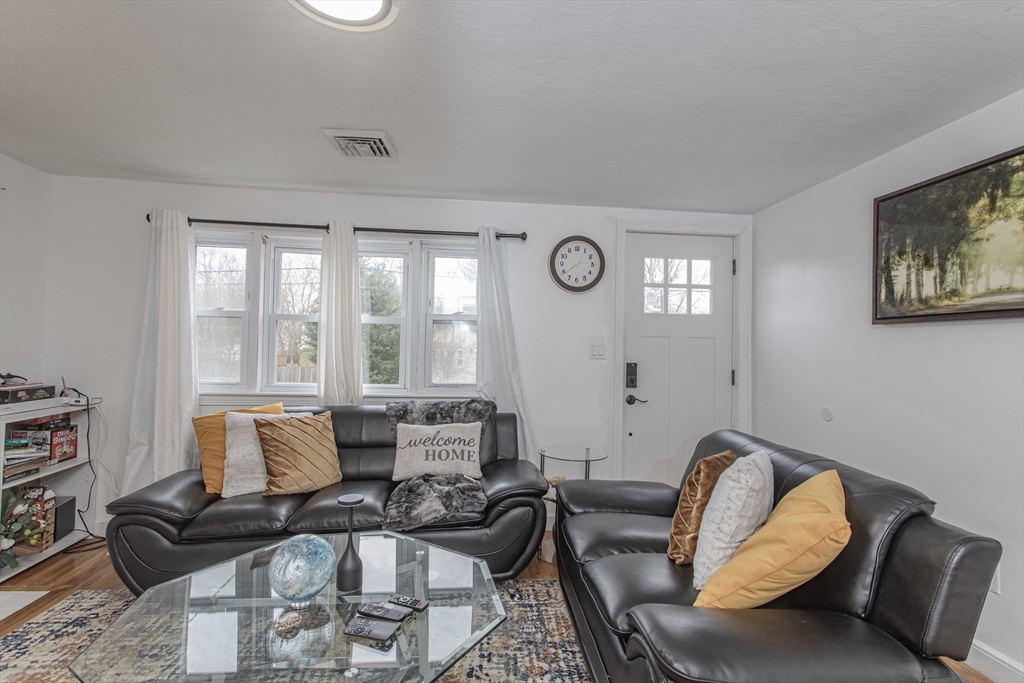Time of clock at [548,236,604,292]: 12:38
